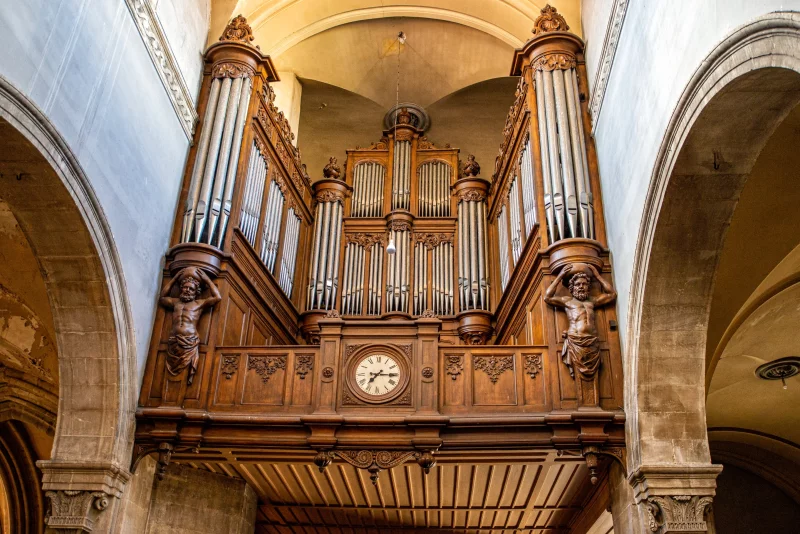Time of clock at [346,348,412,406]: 7:15
